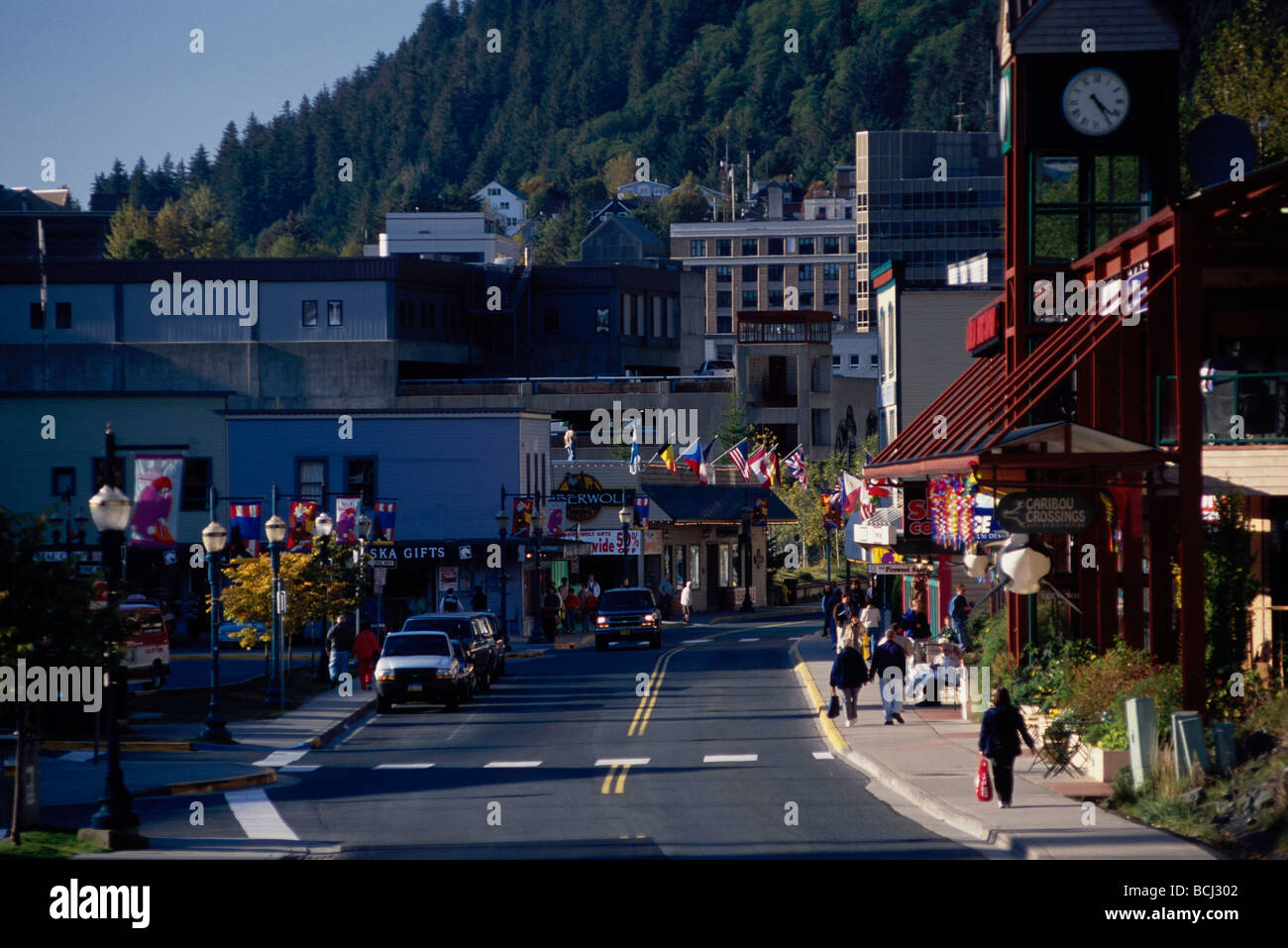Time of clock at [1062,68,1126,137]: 4:24
